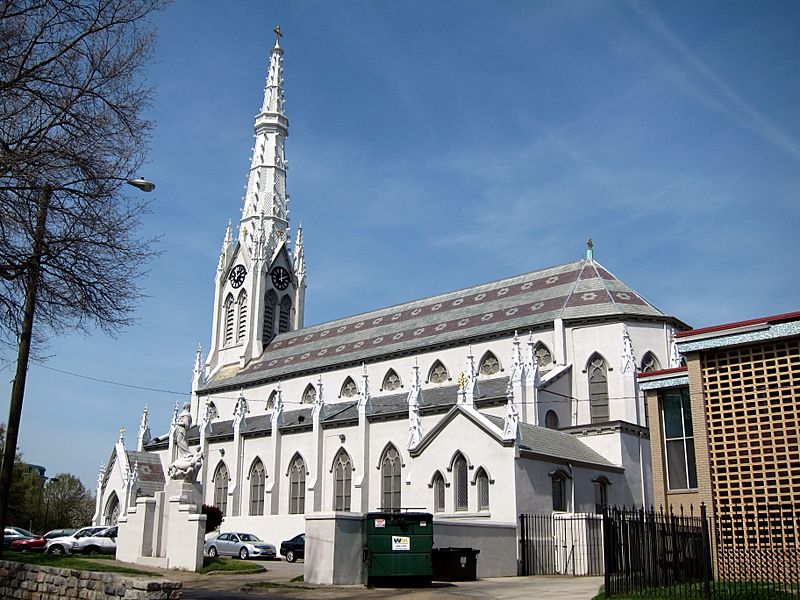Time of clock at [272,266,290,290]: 2:00
